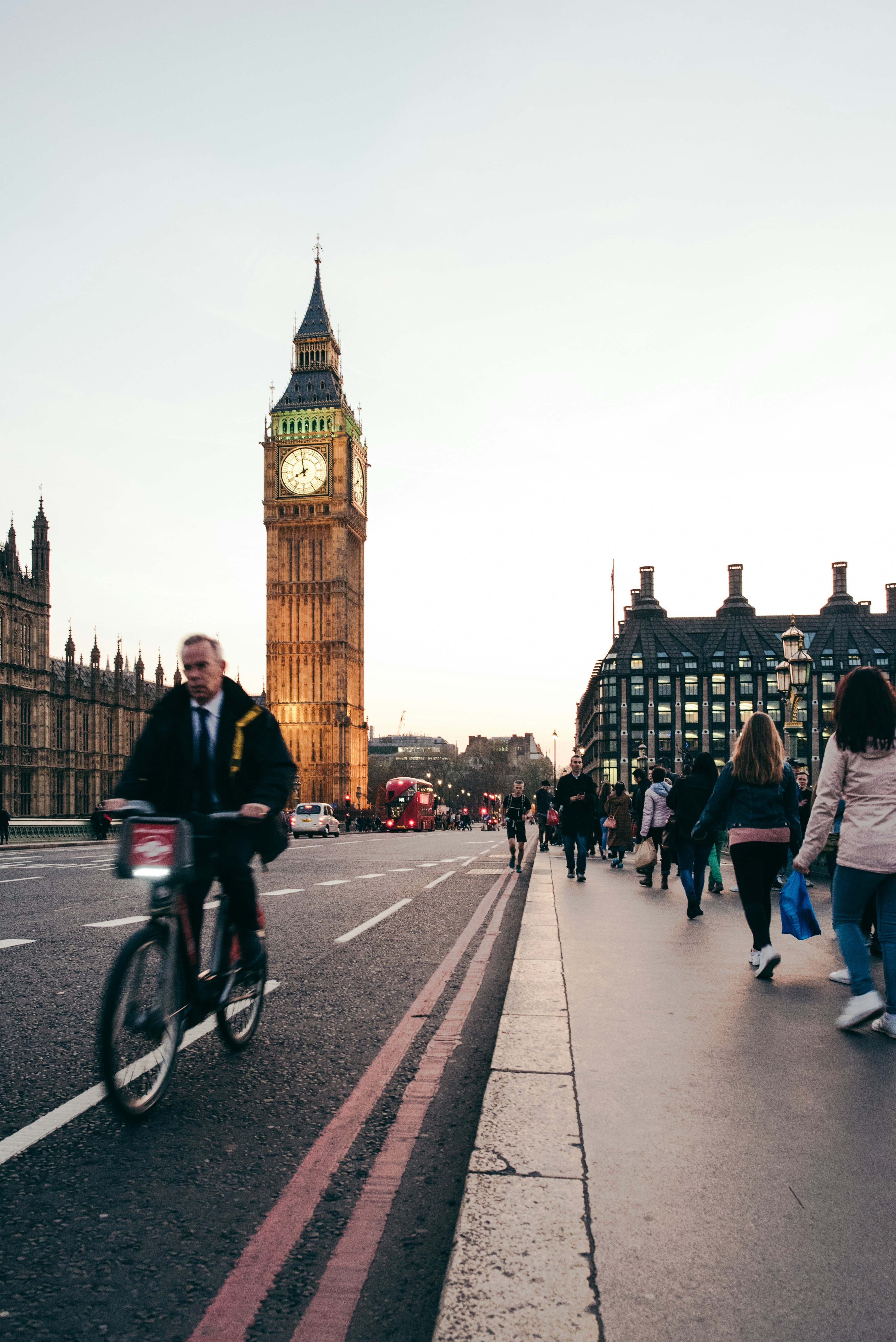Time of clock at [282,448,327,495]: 7:58
